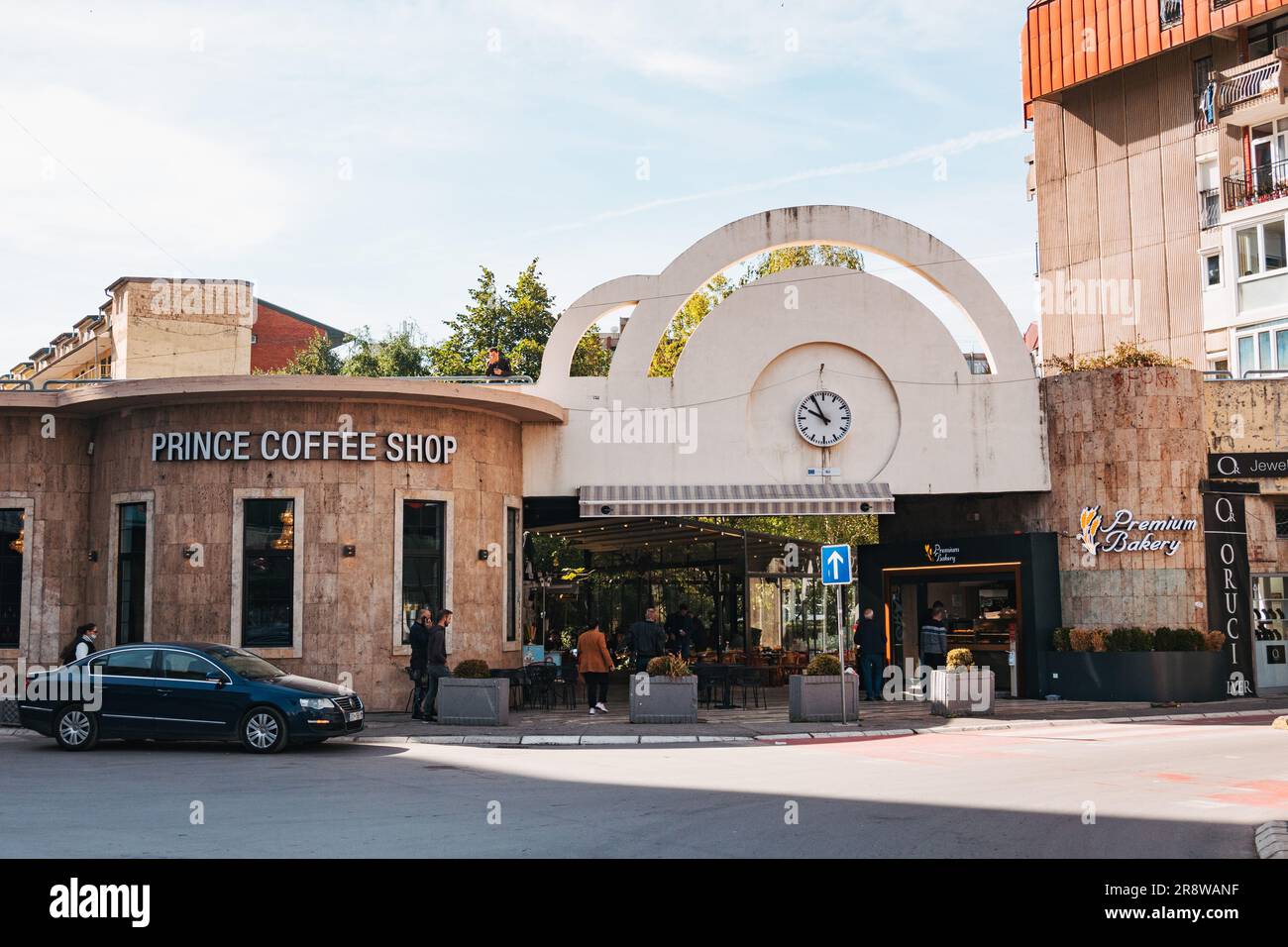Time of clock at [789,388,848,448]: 9:55
